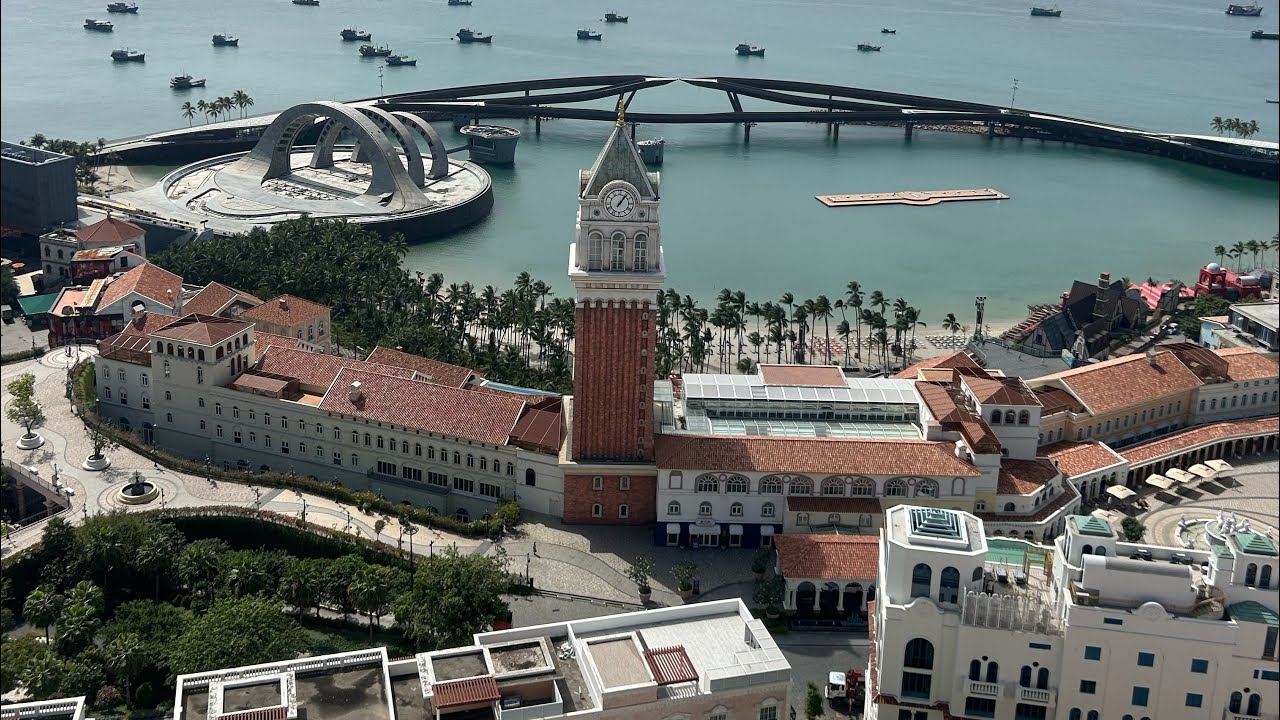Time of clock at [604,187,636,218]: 1:06
